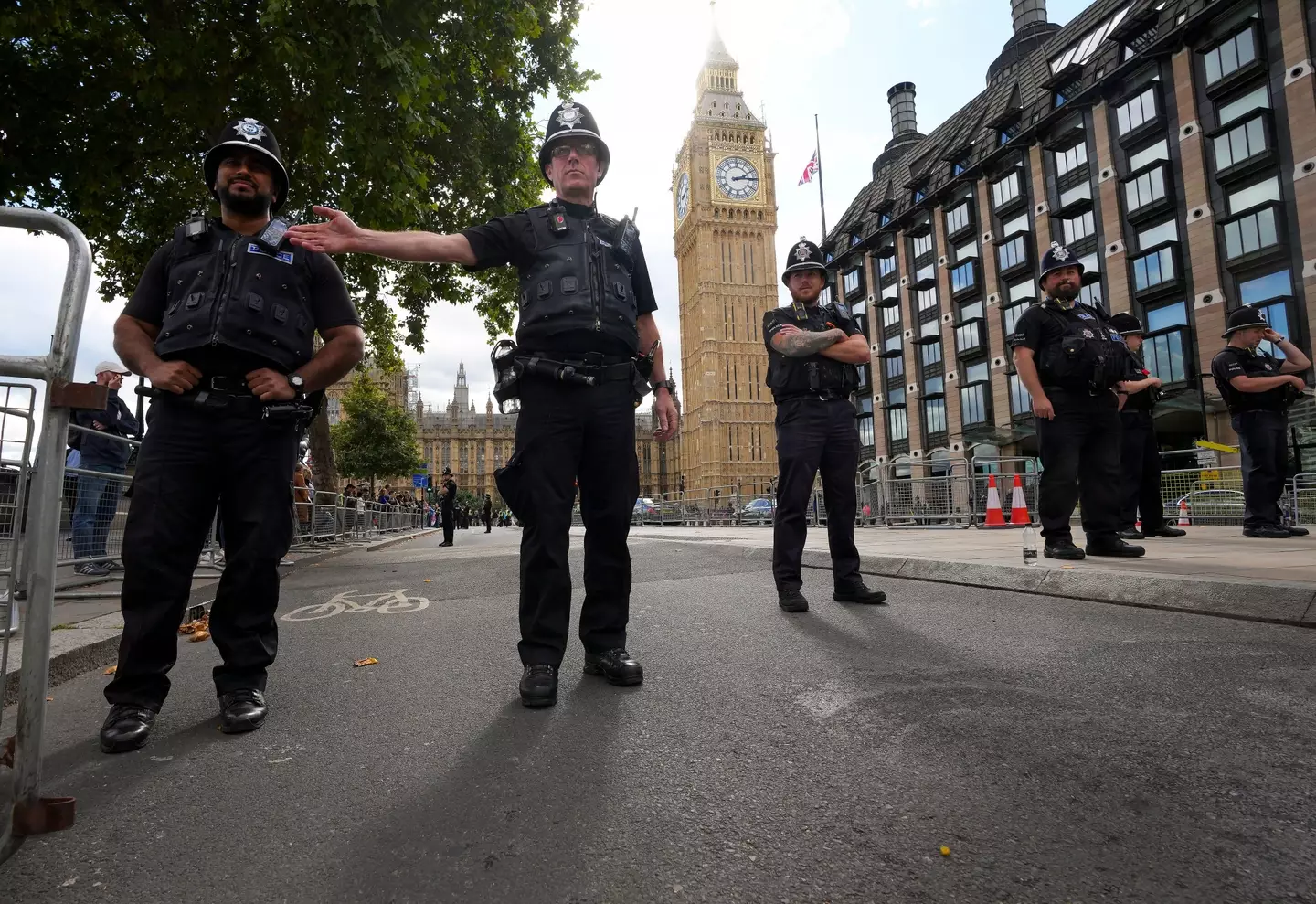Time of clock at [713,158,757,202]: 2:14
